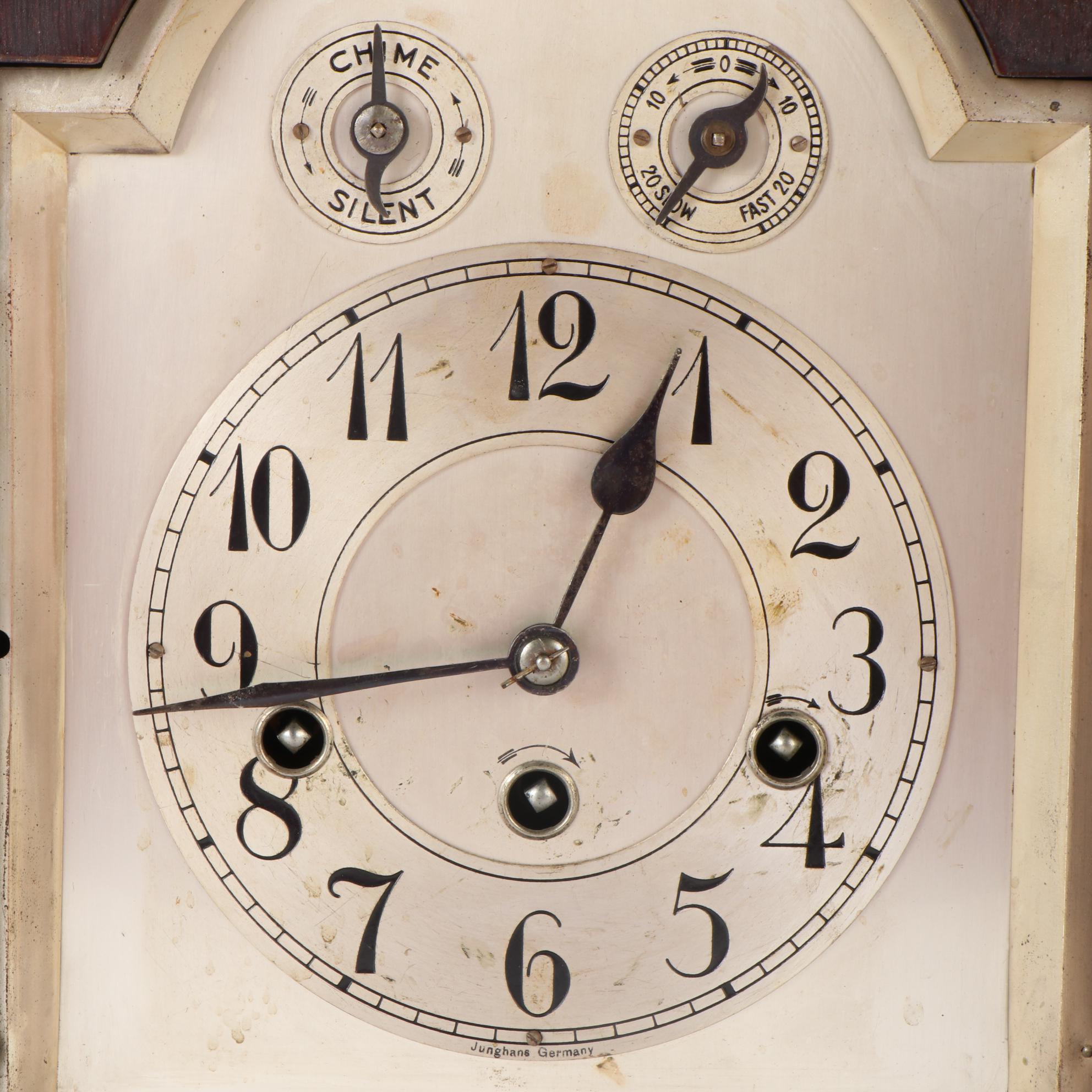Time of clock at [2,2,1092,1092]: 12:43
